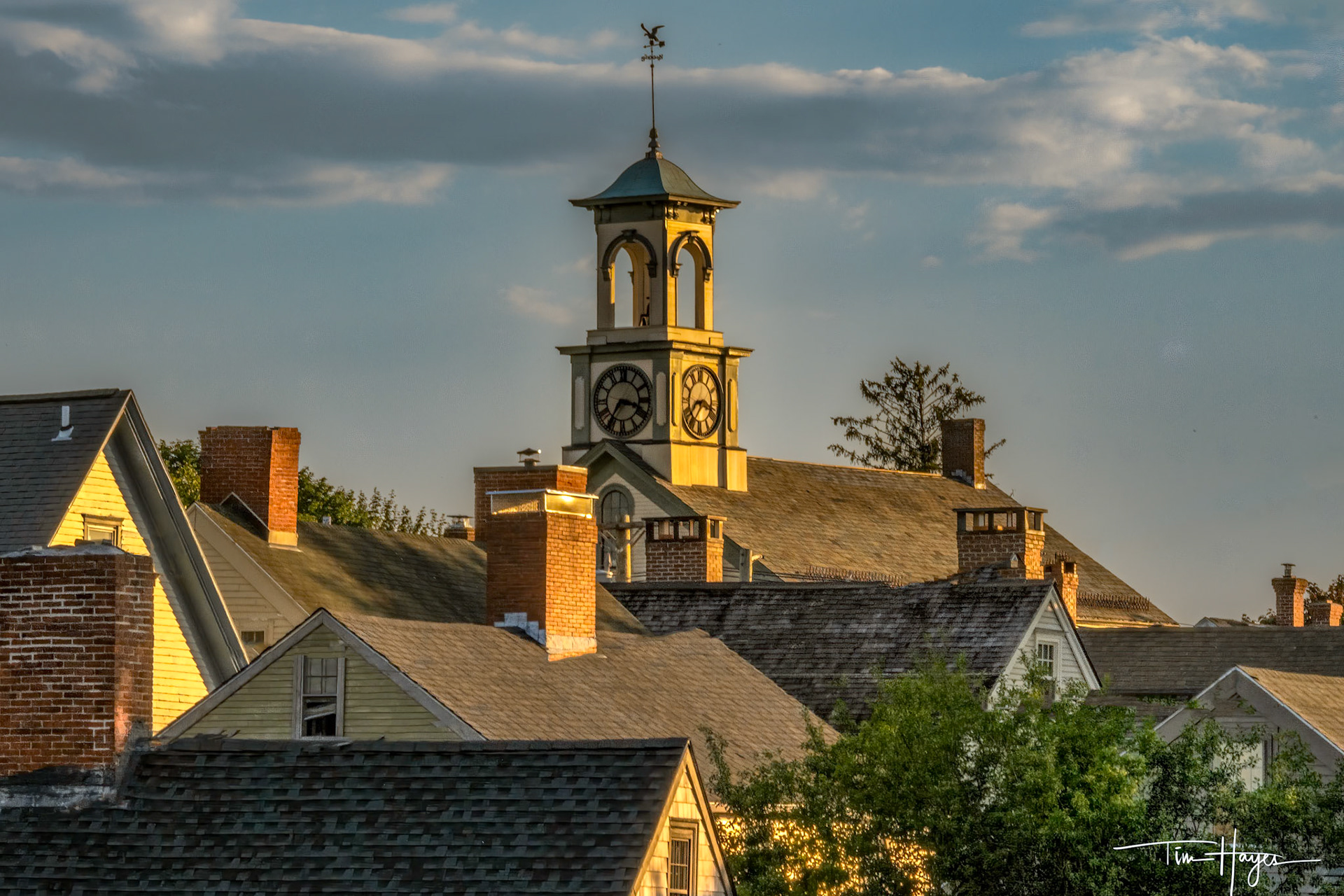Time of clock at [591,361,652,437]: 3:35
